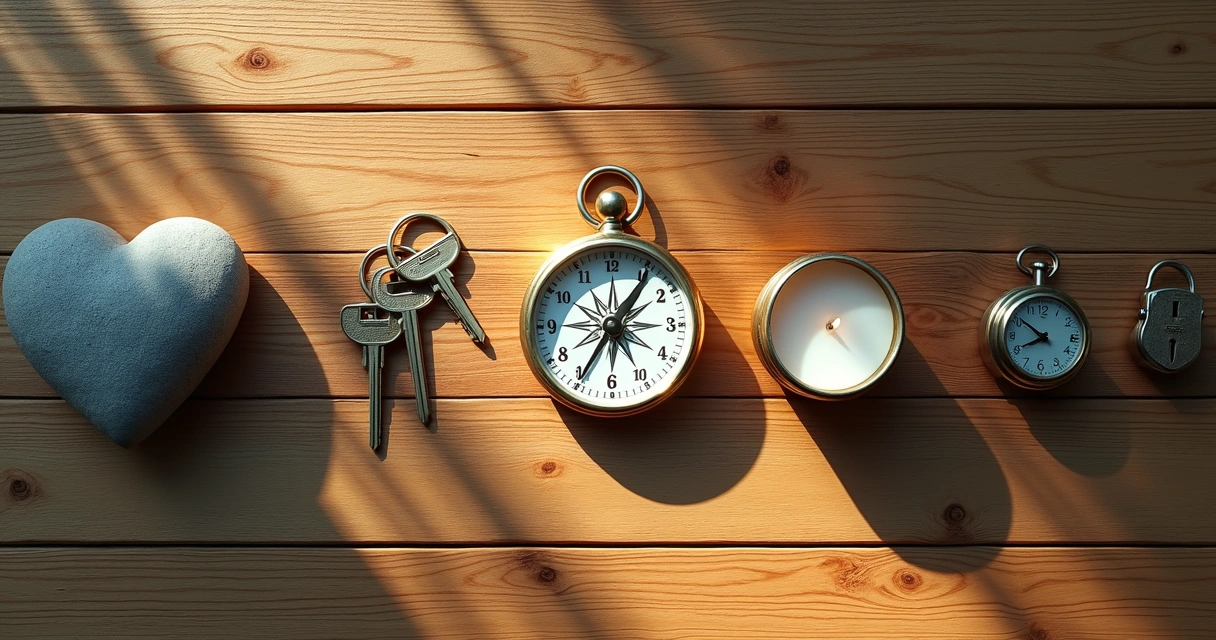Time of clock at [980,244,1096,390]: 7:51
